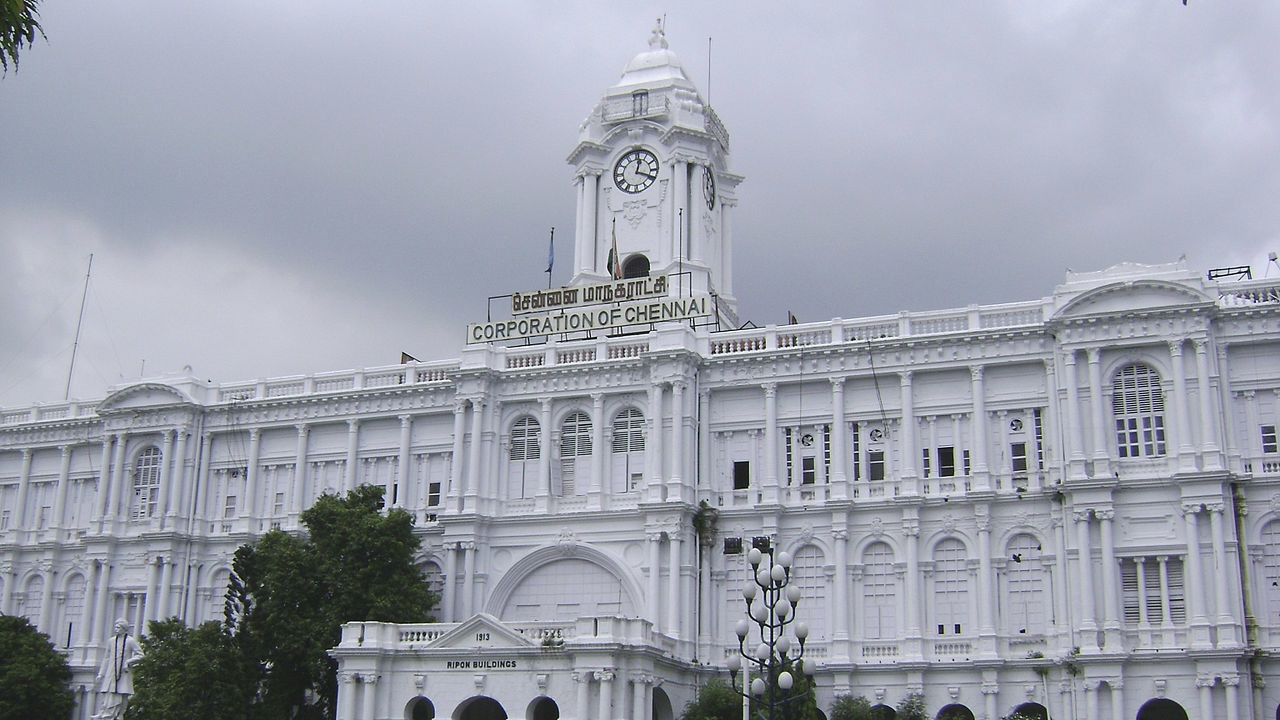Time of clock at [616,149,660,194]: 12:18
